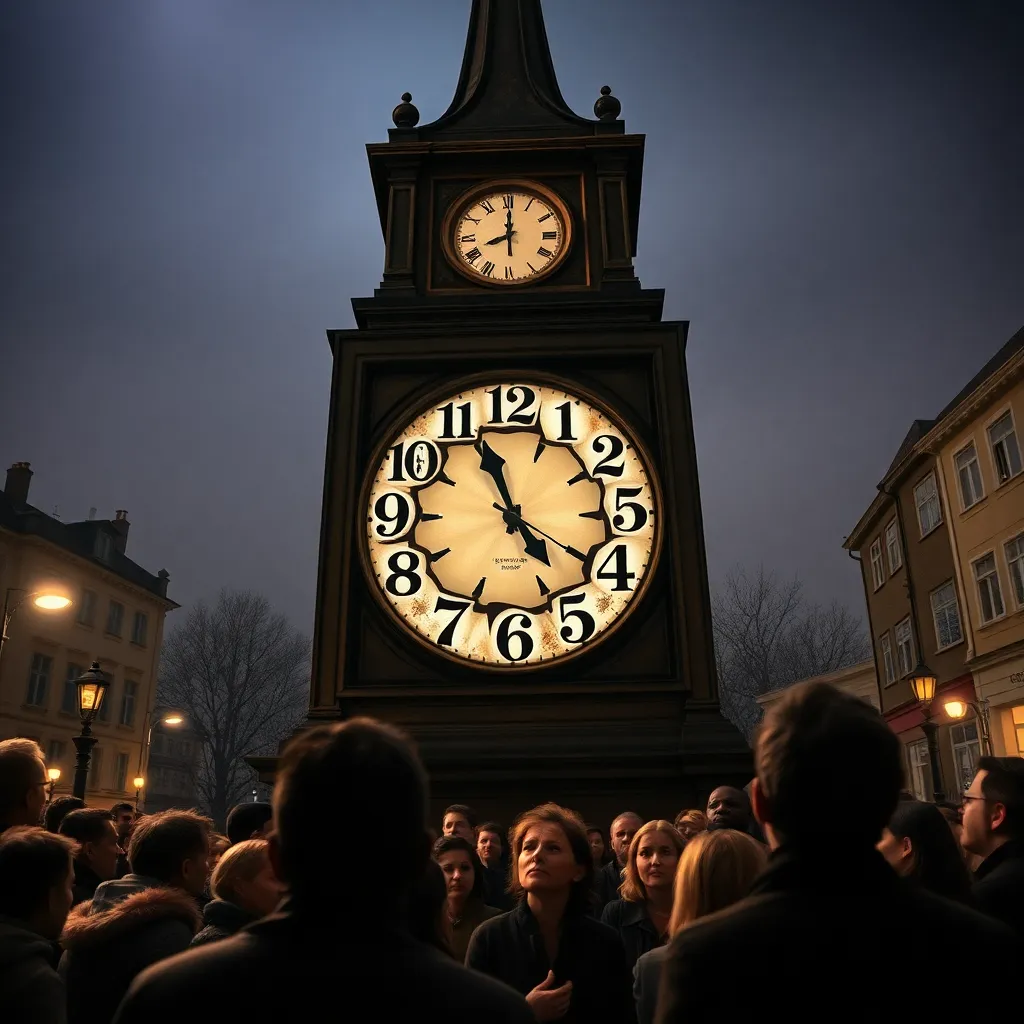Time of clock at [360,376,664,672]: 4:56
